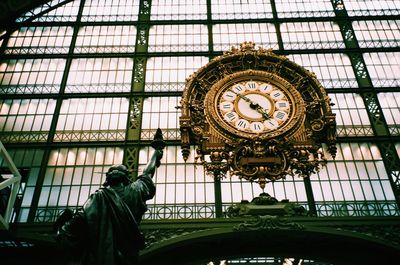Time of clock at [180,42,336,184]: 4:52
